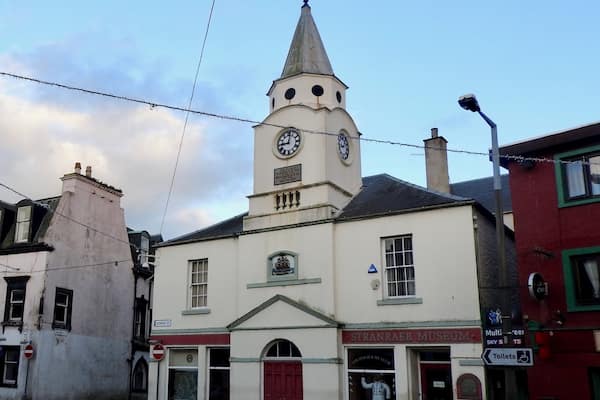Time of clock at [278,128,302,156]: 9:01
